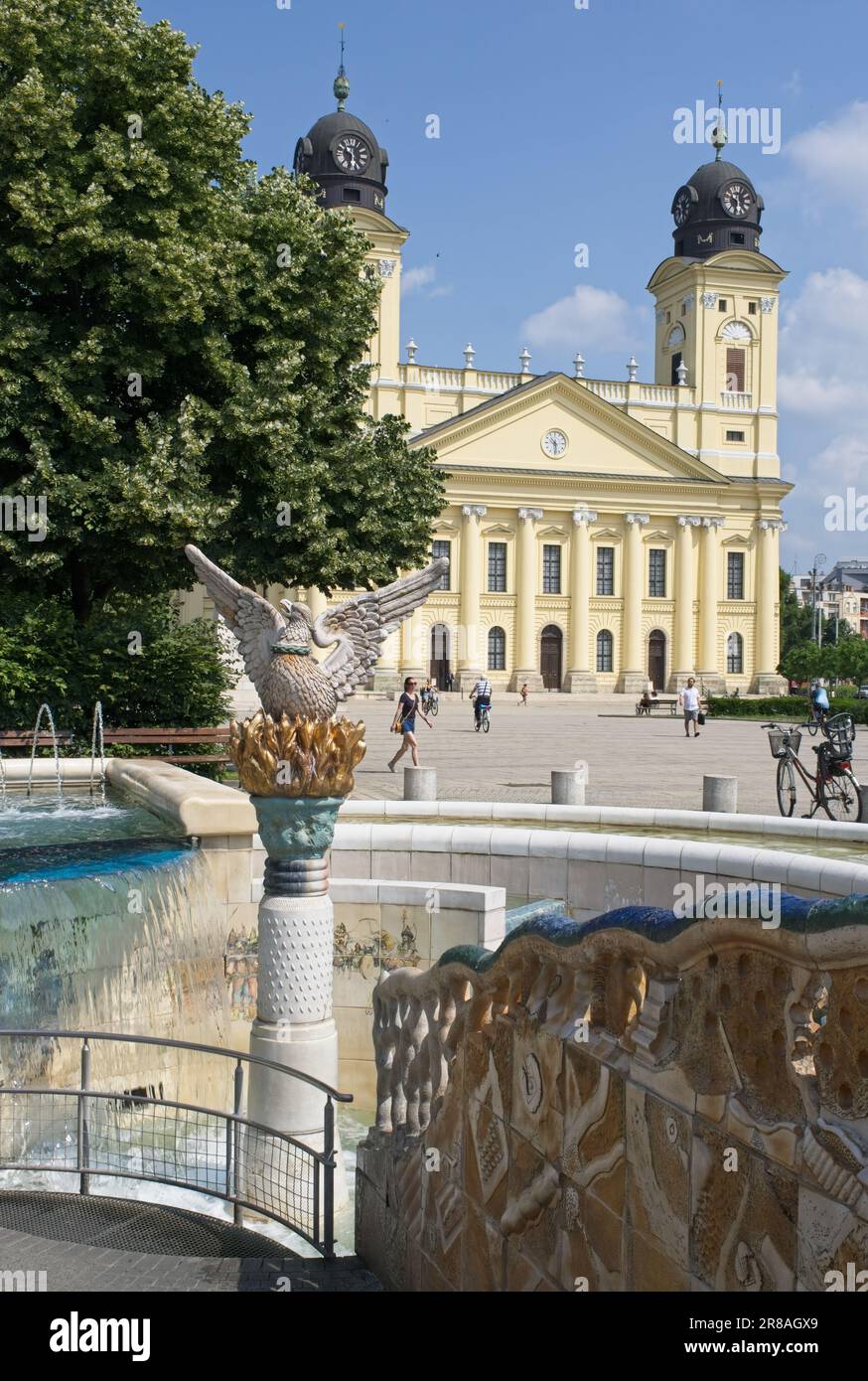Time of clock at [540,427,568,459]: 10:29
